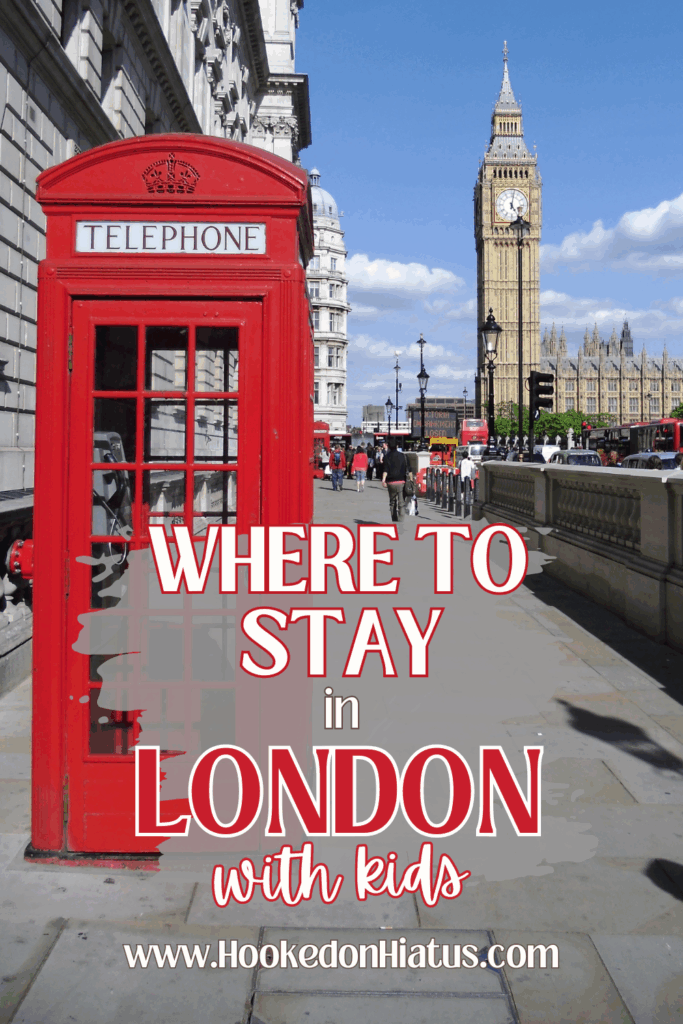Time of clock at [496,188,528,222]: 5:01
